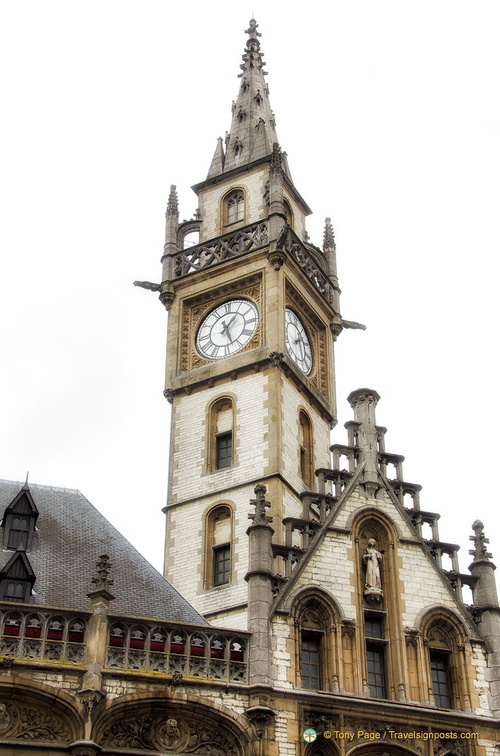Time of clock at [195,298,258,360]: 1:26
